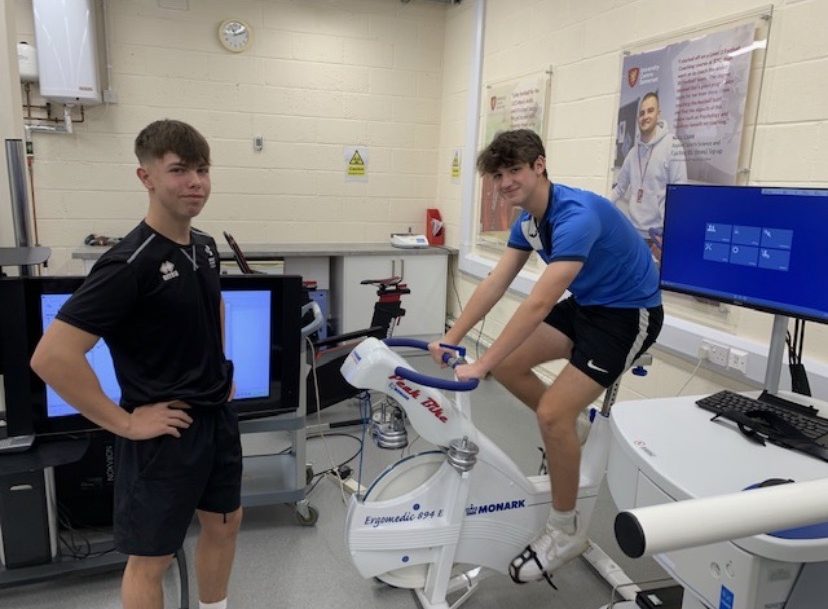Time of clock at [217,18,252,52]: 11:11
